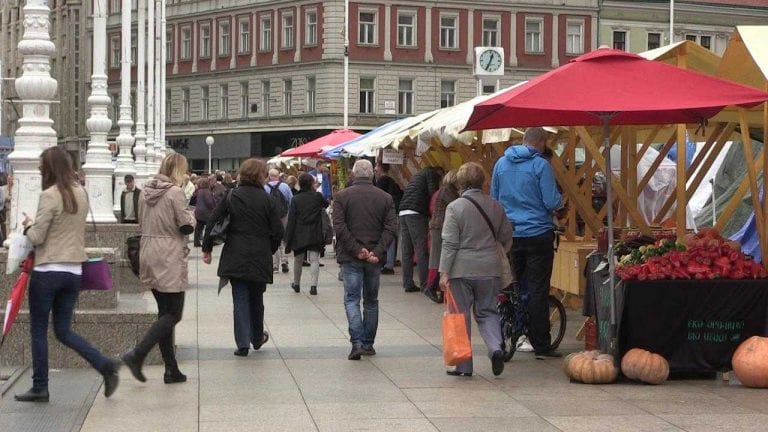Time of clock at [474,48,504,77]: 12:34
